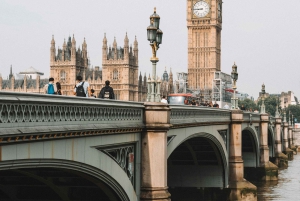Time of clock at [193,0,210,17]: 8:45
